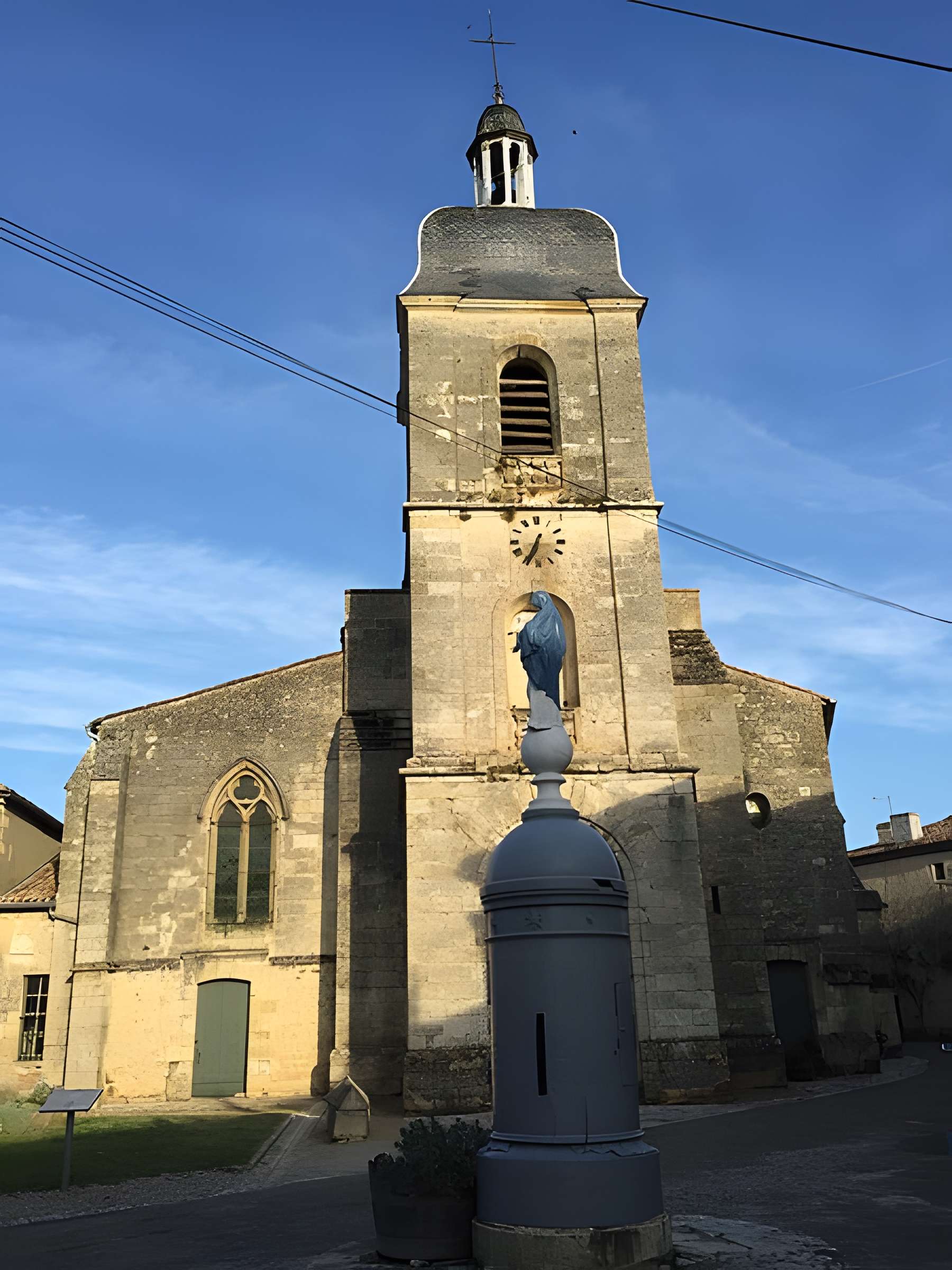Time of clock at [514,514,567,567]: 6:34
